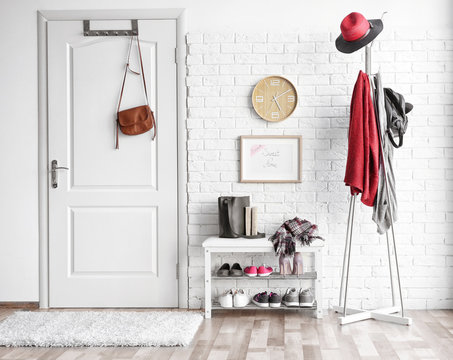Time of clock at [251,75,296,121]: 5:09
